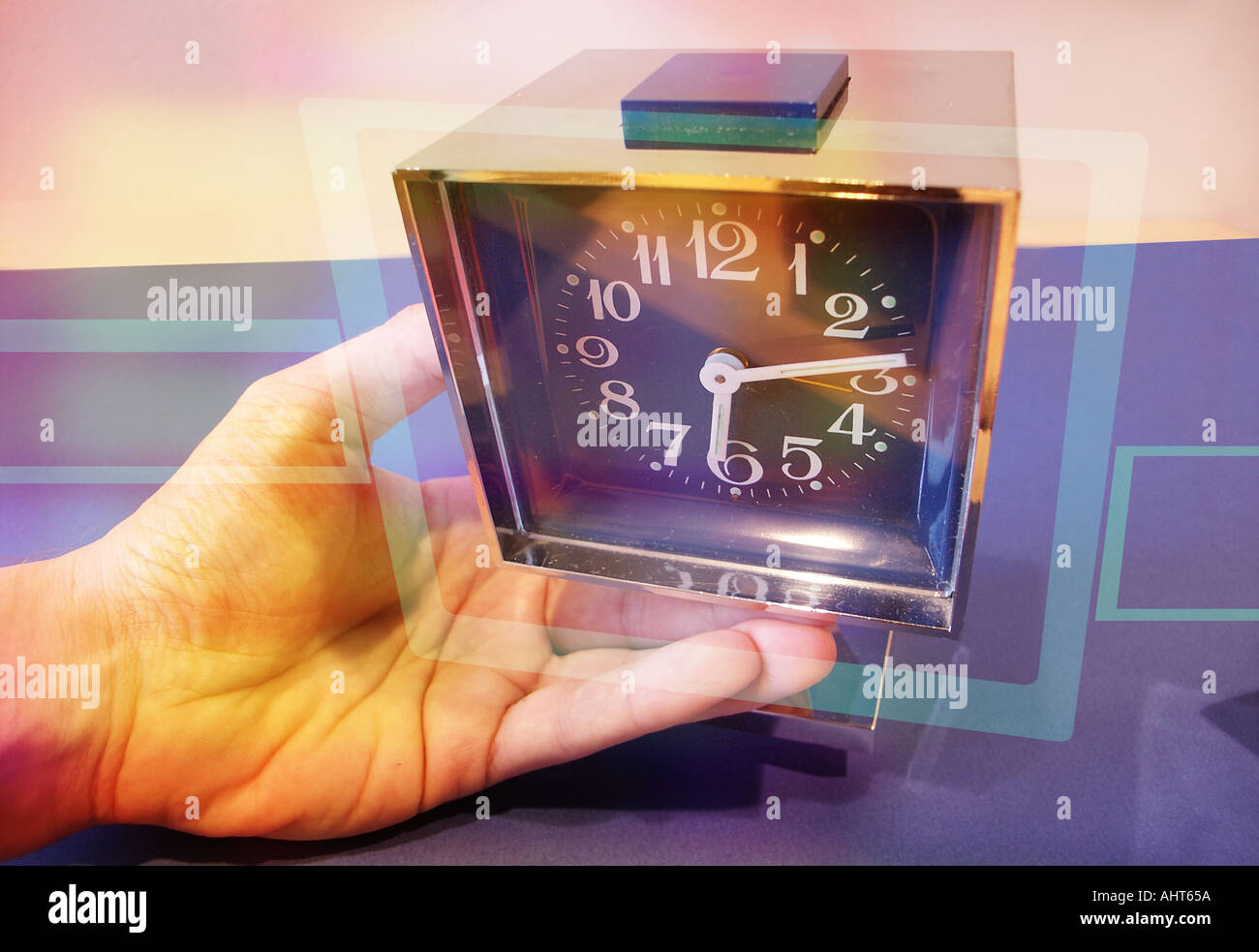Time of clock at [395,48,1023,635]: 6:14
